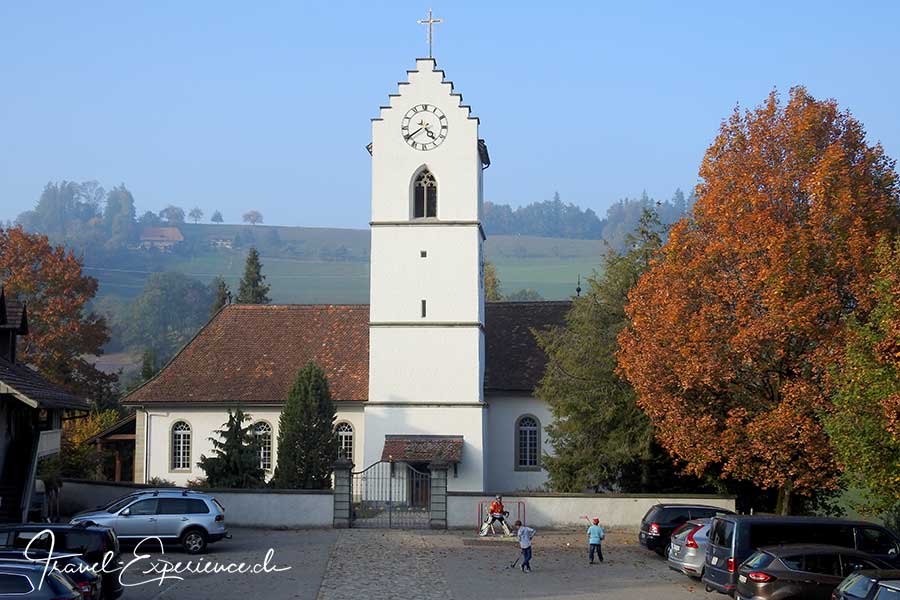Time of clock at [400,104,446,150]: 4:39
